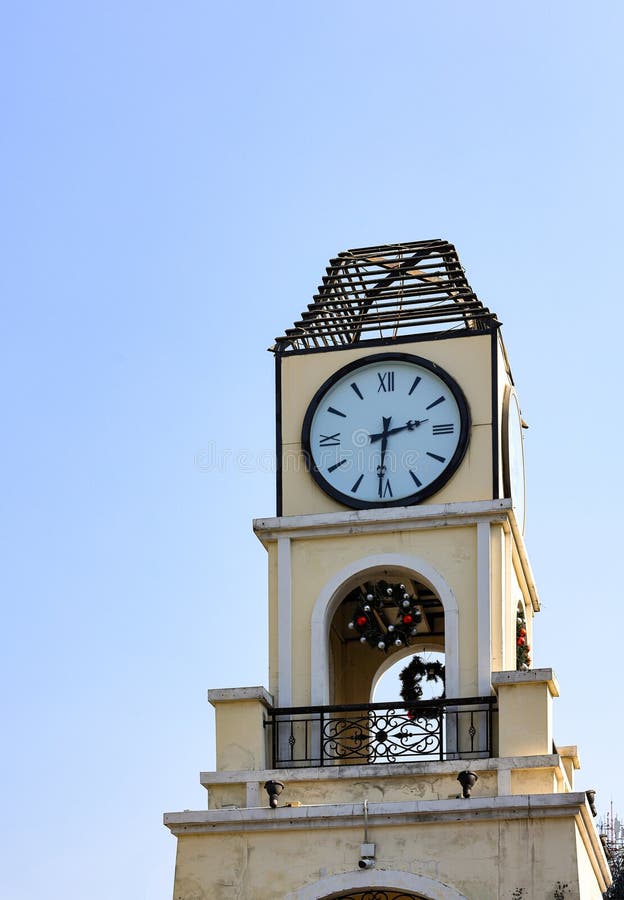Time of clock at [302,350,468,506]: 2:30
